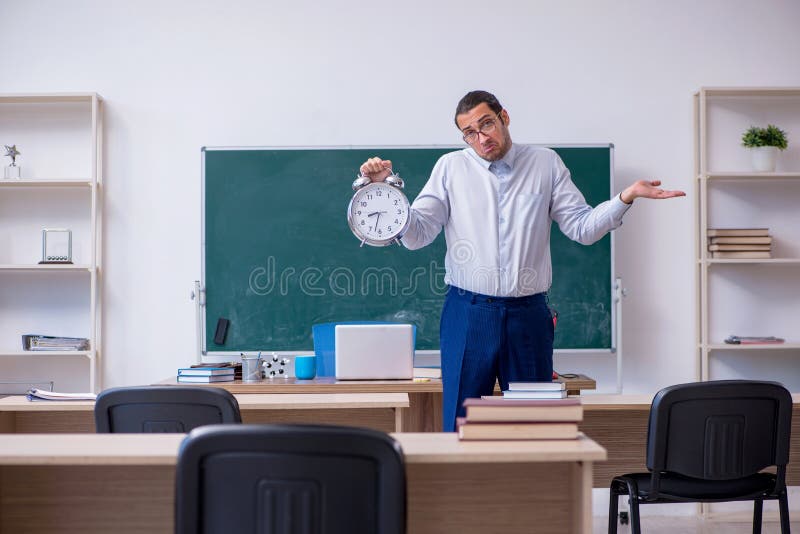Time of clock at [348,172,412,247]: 8:32
